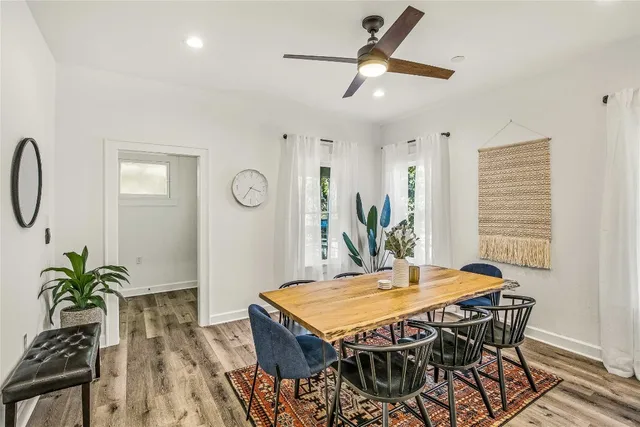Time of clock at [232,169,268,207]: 3:35
